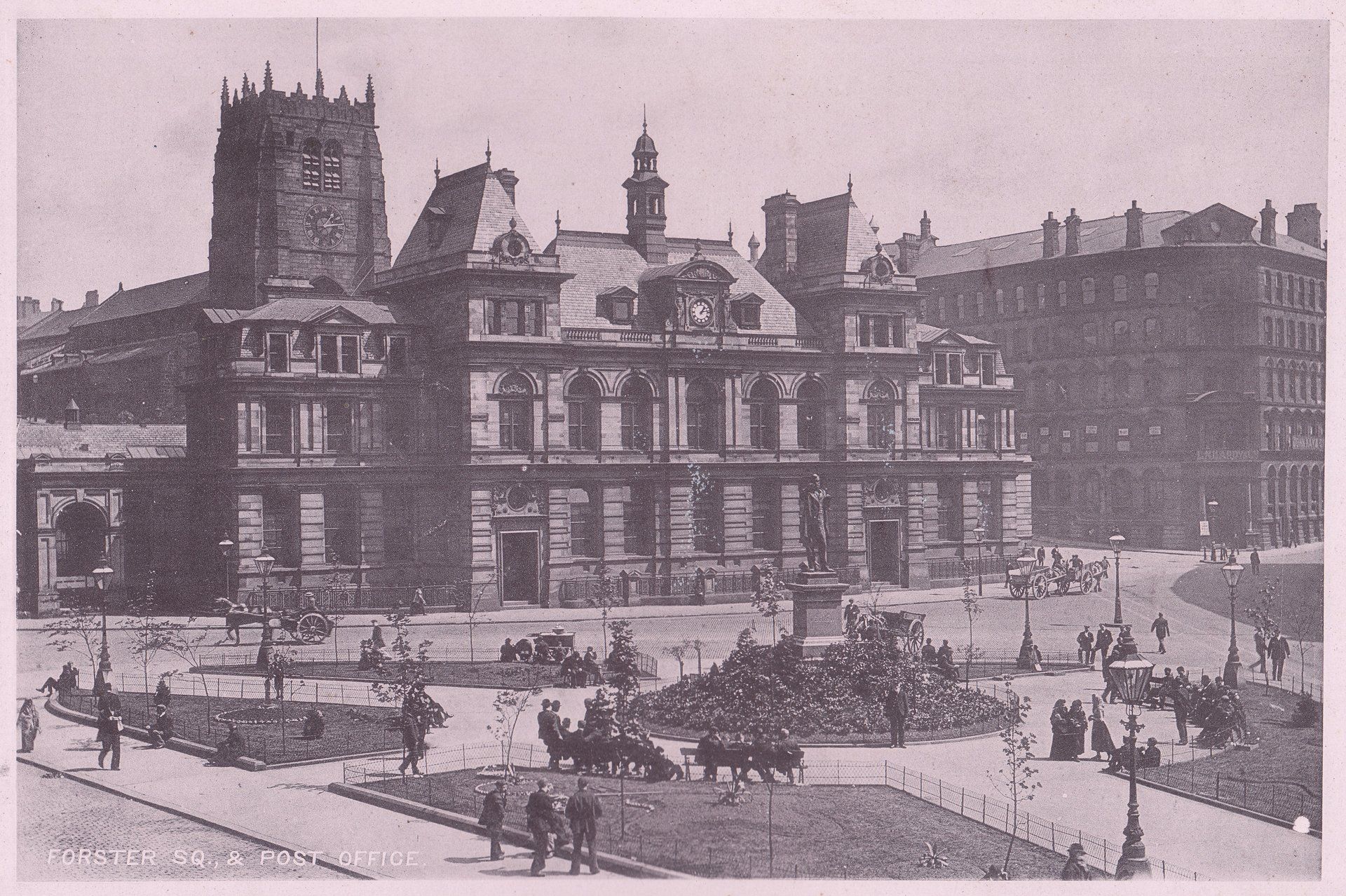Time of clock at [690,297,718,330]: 1:13
